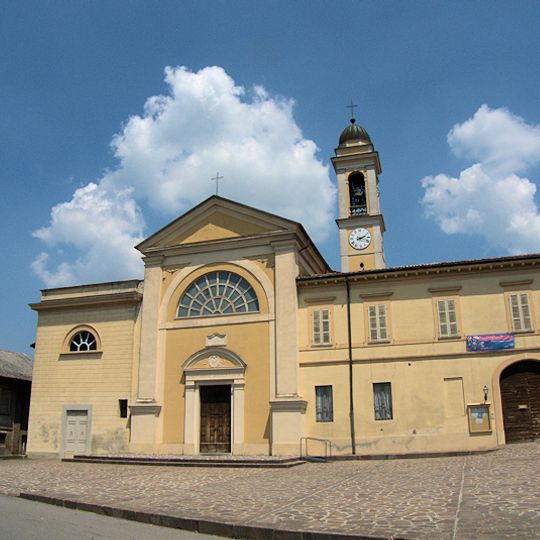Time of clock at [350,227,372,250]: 2:18
